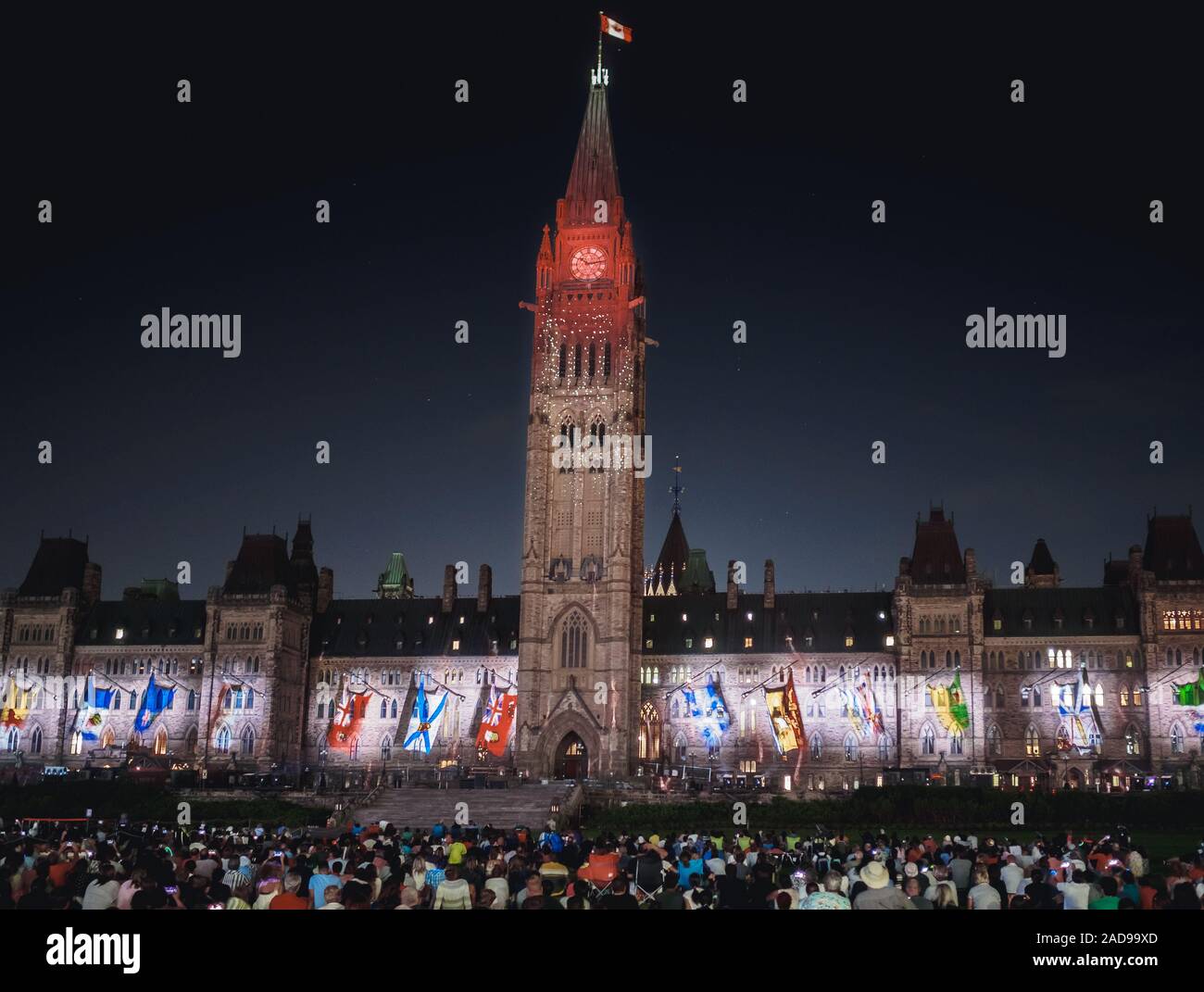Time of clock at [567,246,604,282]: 10:13
